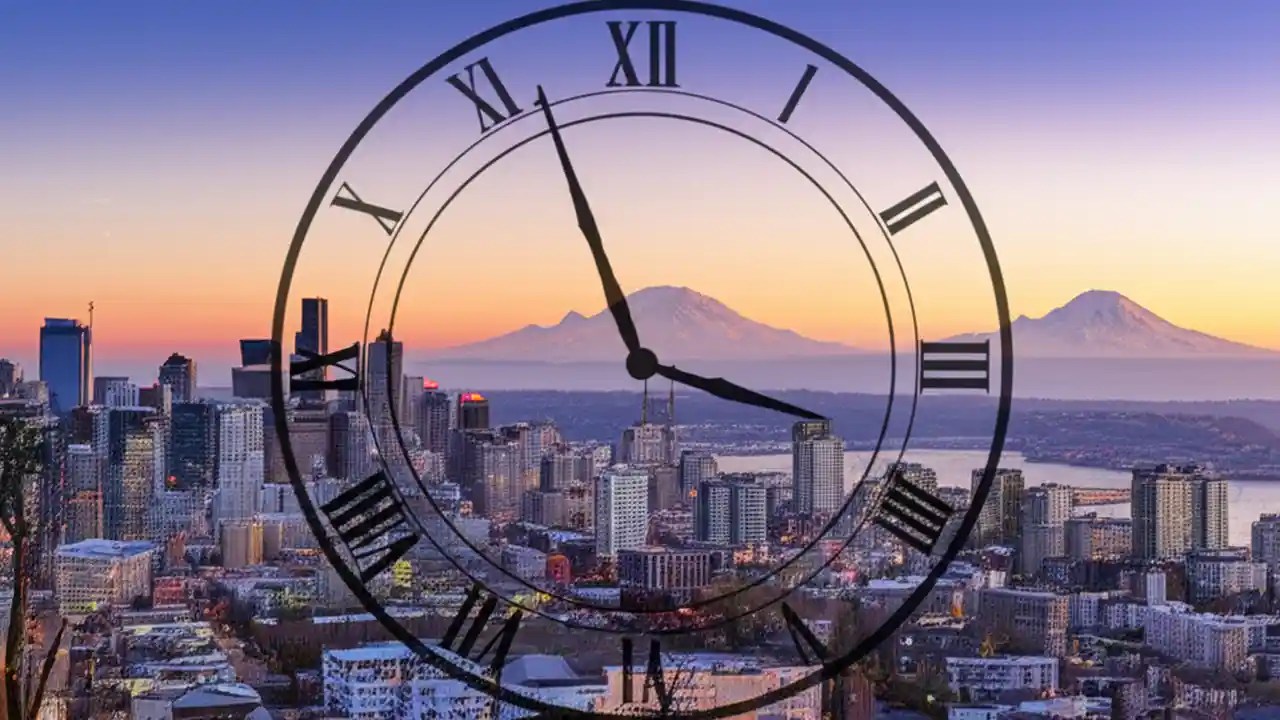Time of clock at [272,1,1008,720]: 3:56
